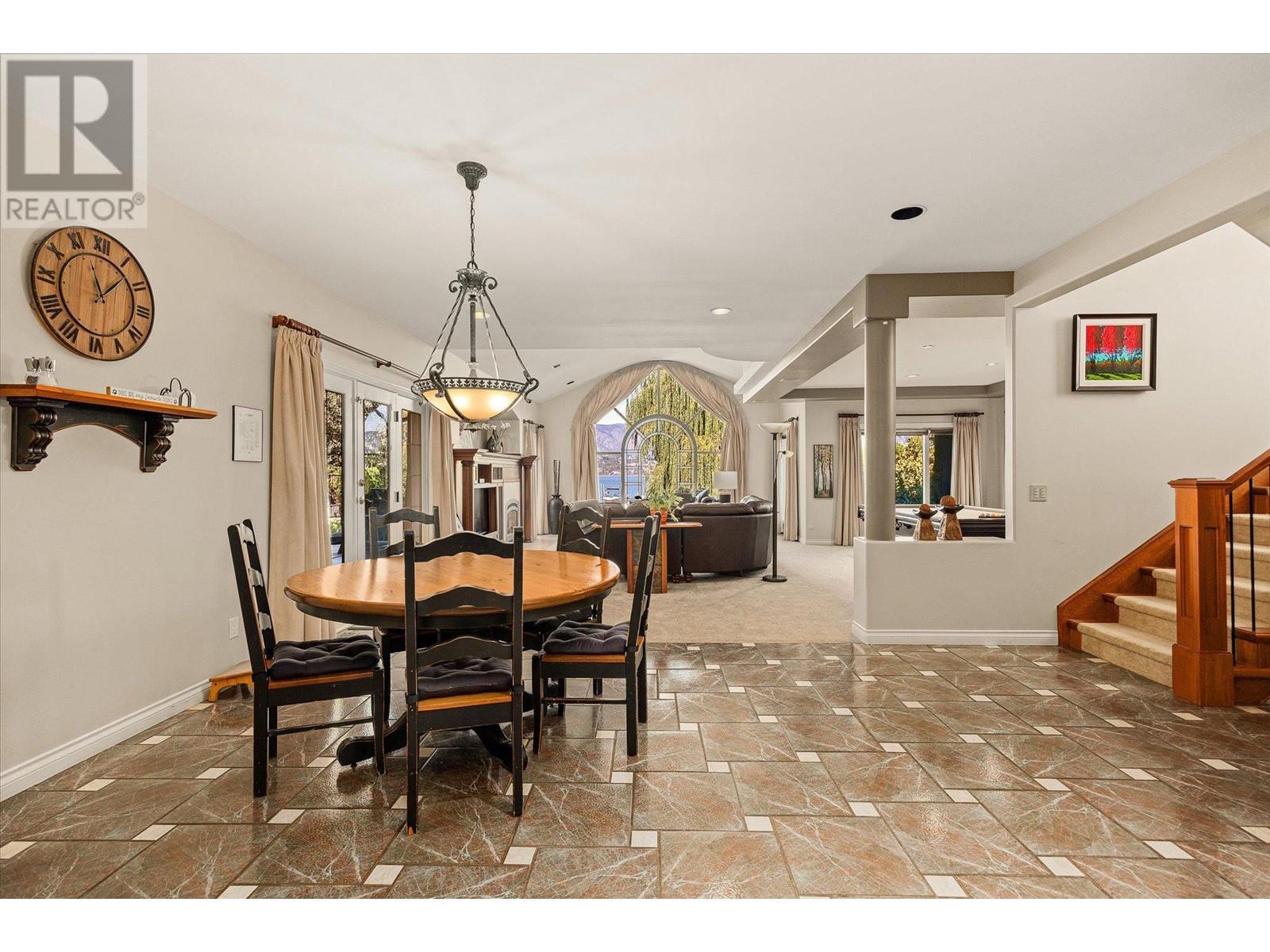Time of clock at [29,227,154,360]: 11:07
